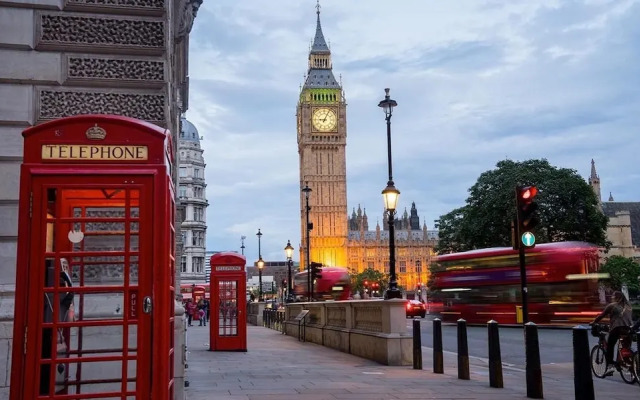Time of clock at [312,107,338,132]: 9:04
